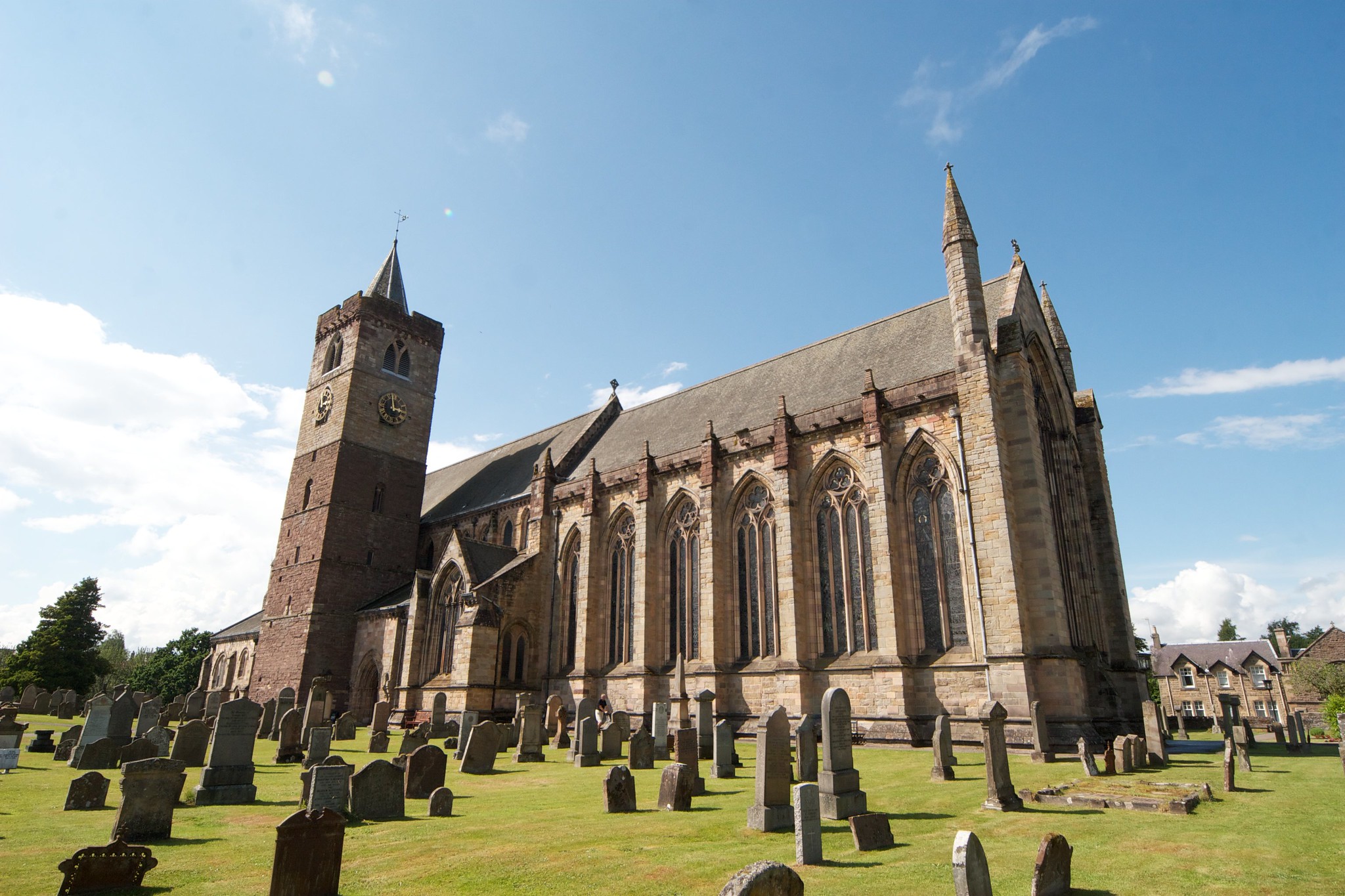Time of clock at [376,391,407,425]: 2:58
